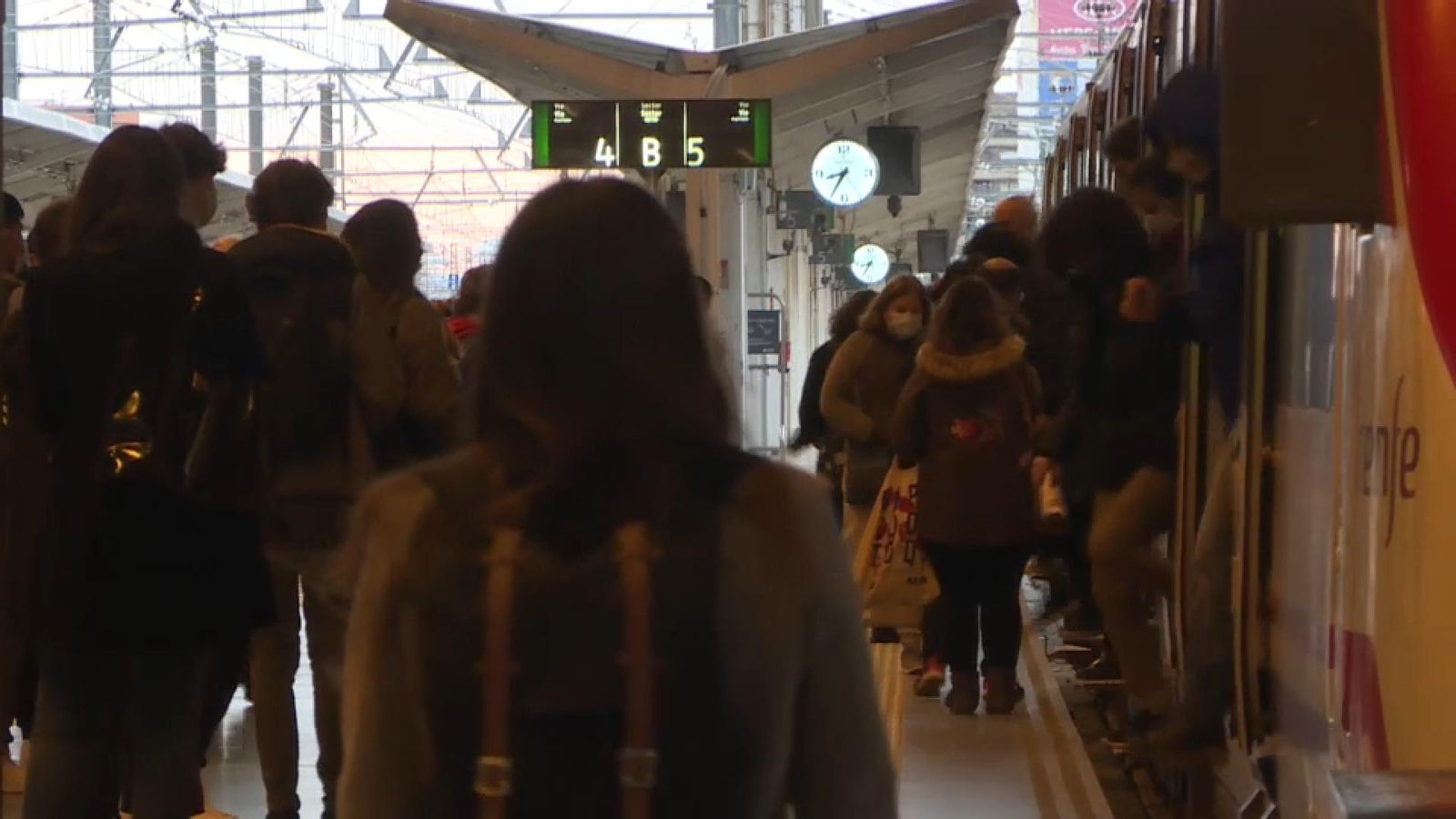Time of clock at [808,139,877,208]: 8:34
